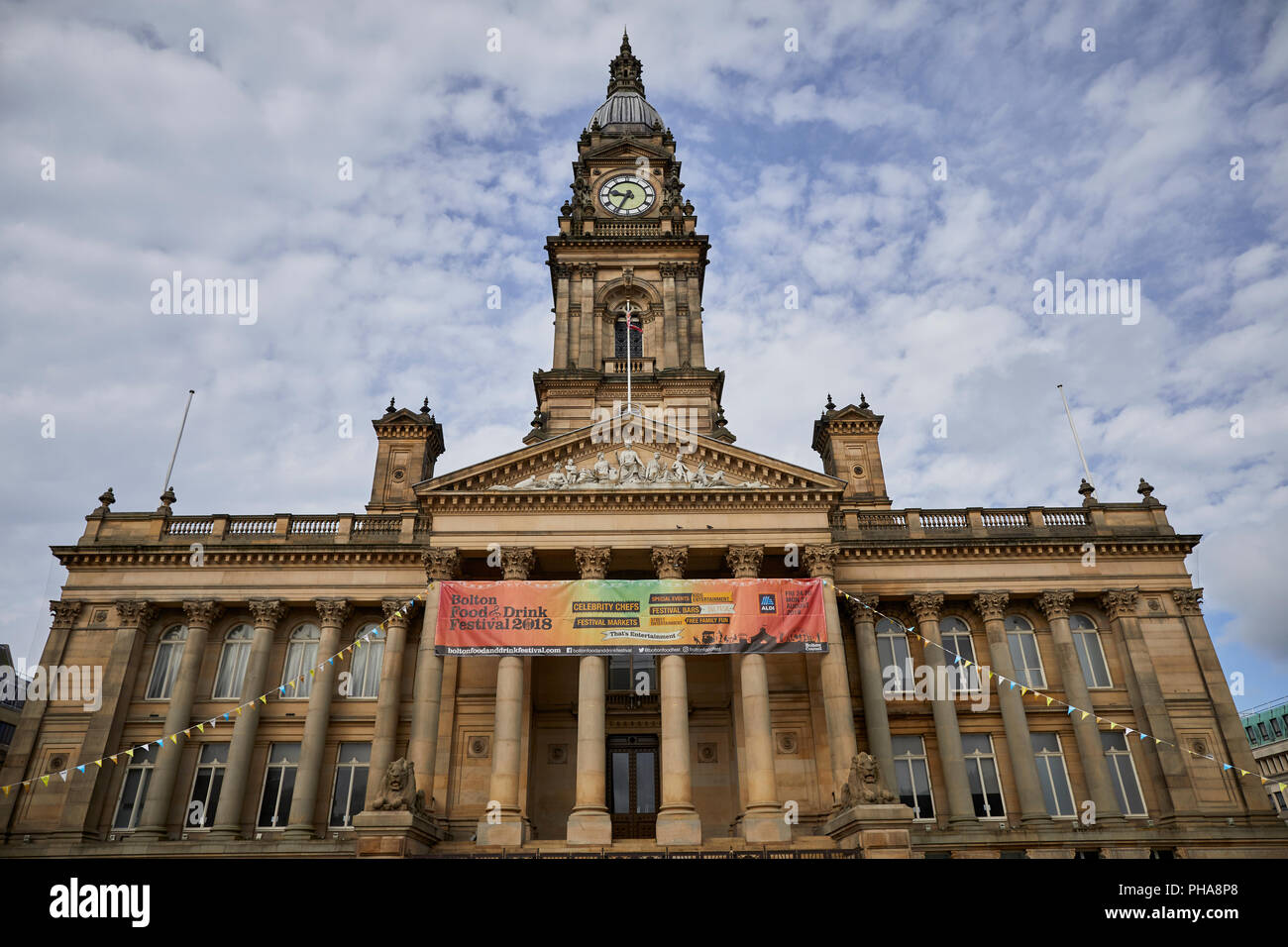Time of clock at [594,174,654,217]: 9:34
